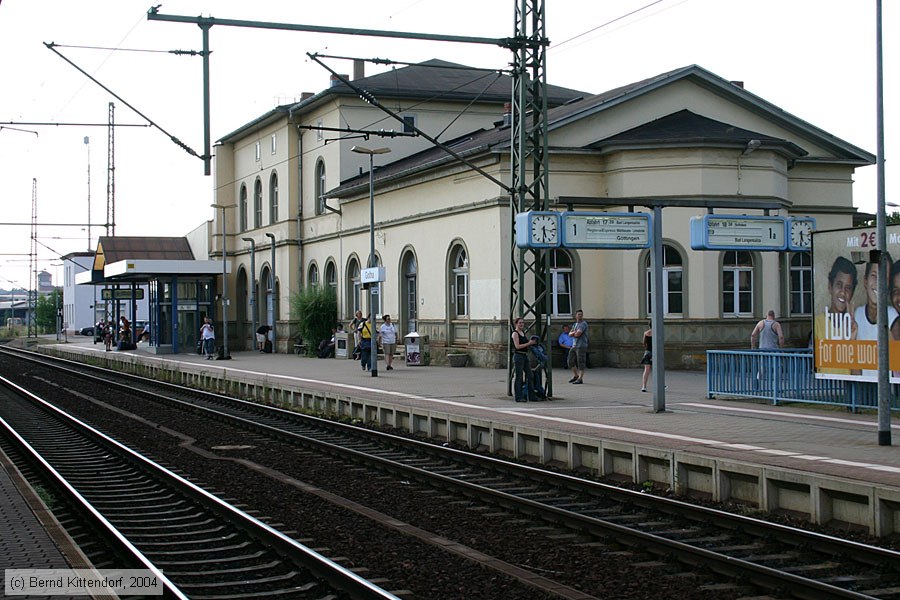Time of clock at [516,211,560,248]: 5:30
